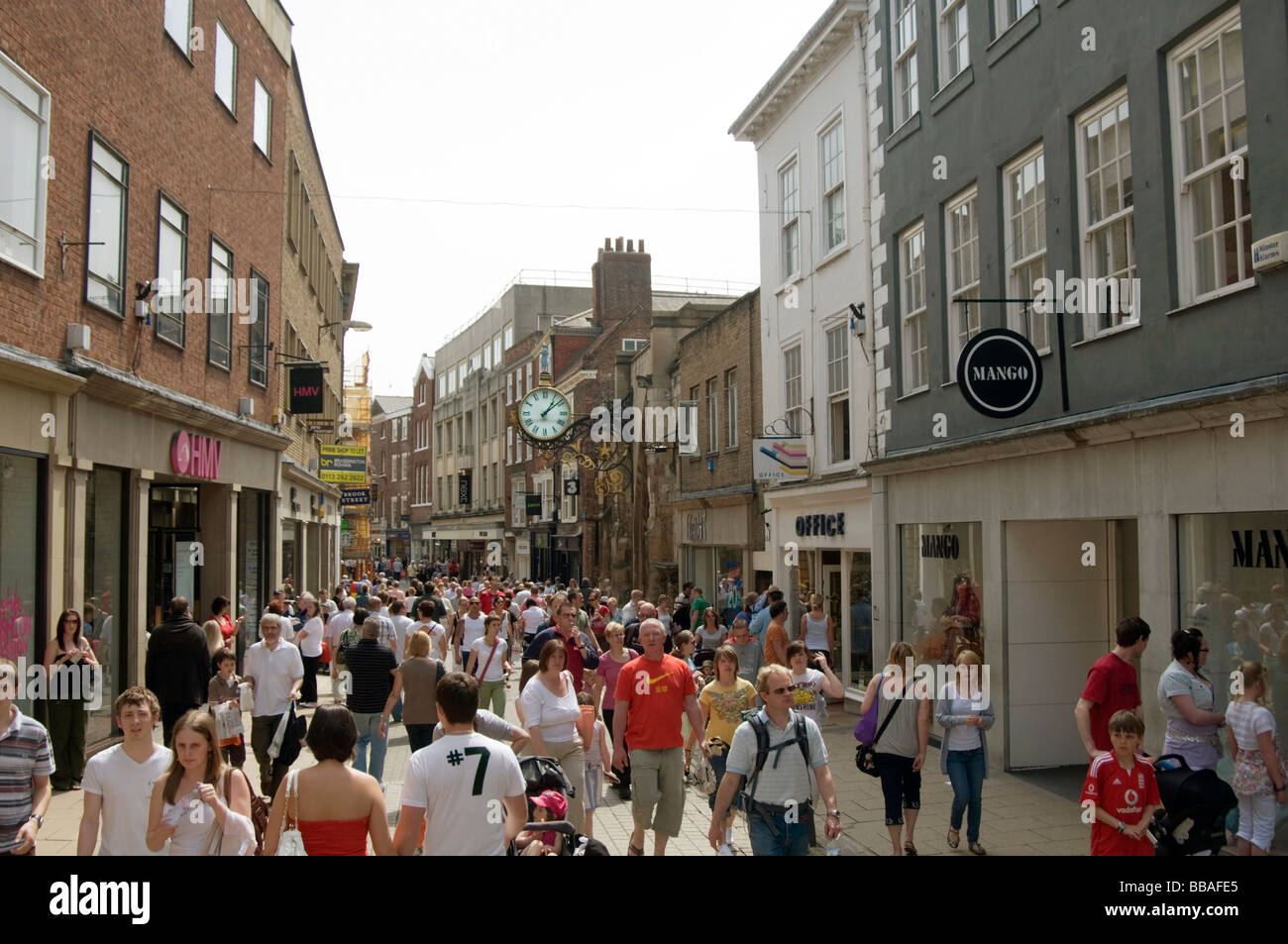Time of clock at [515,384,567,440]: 1:08
